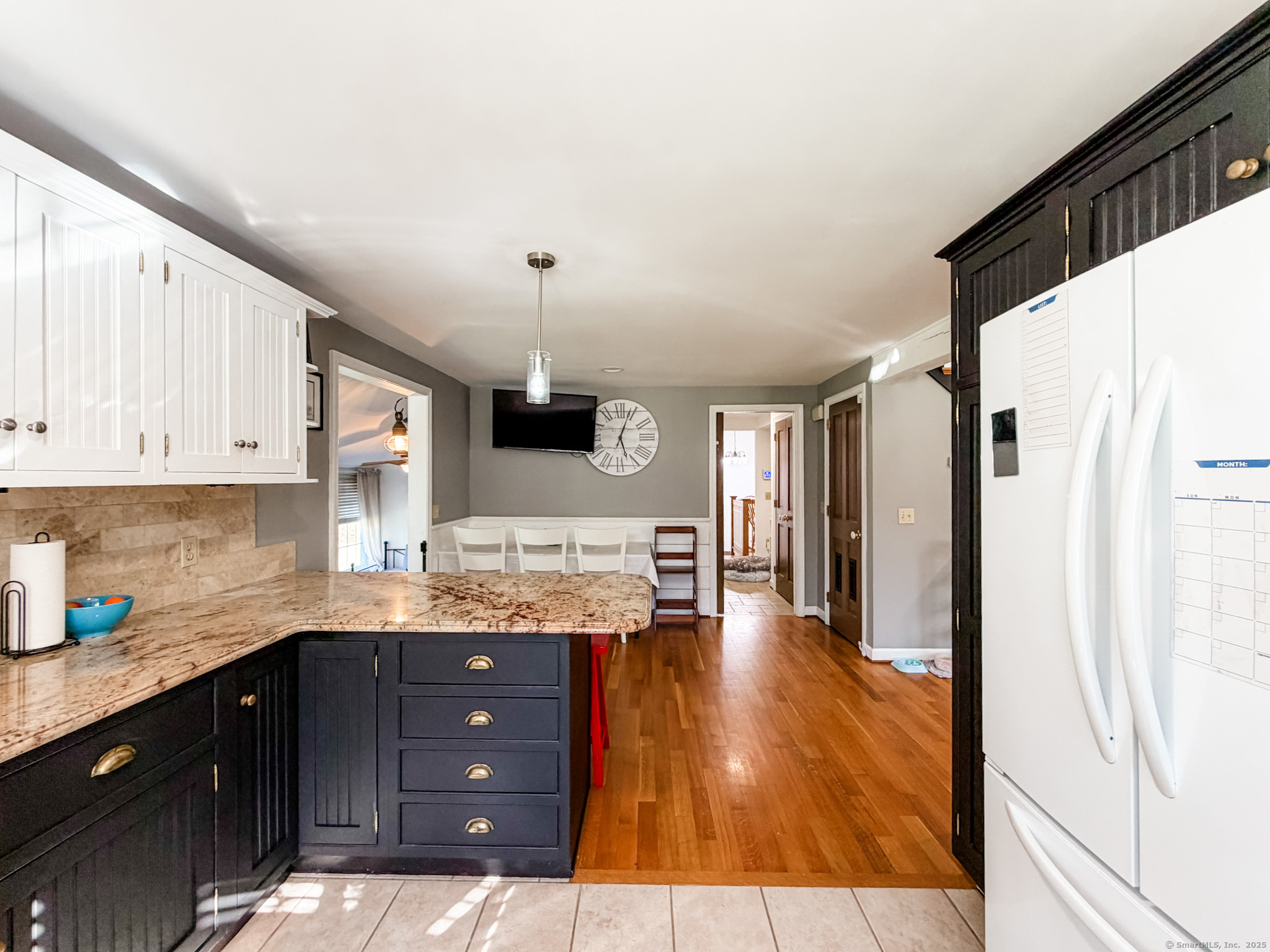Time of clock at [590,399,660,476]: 5:03
